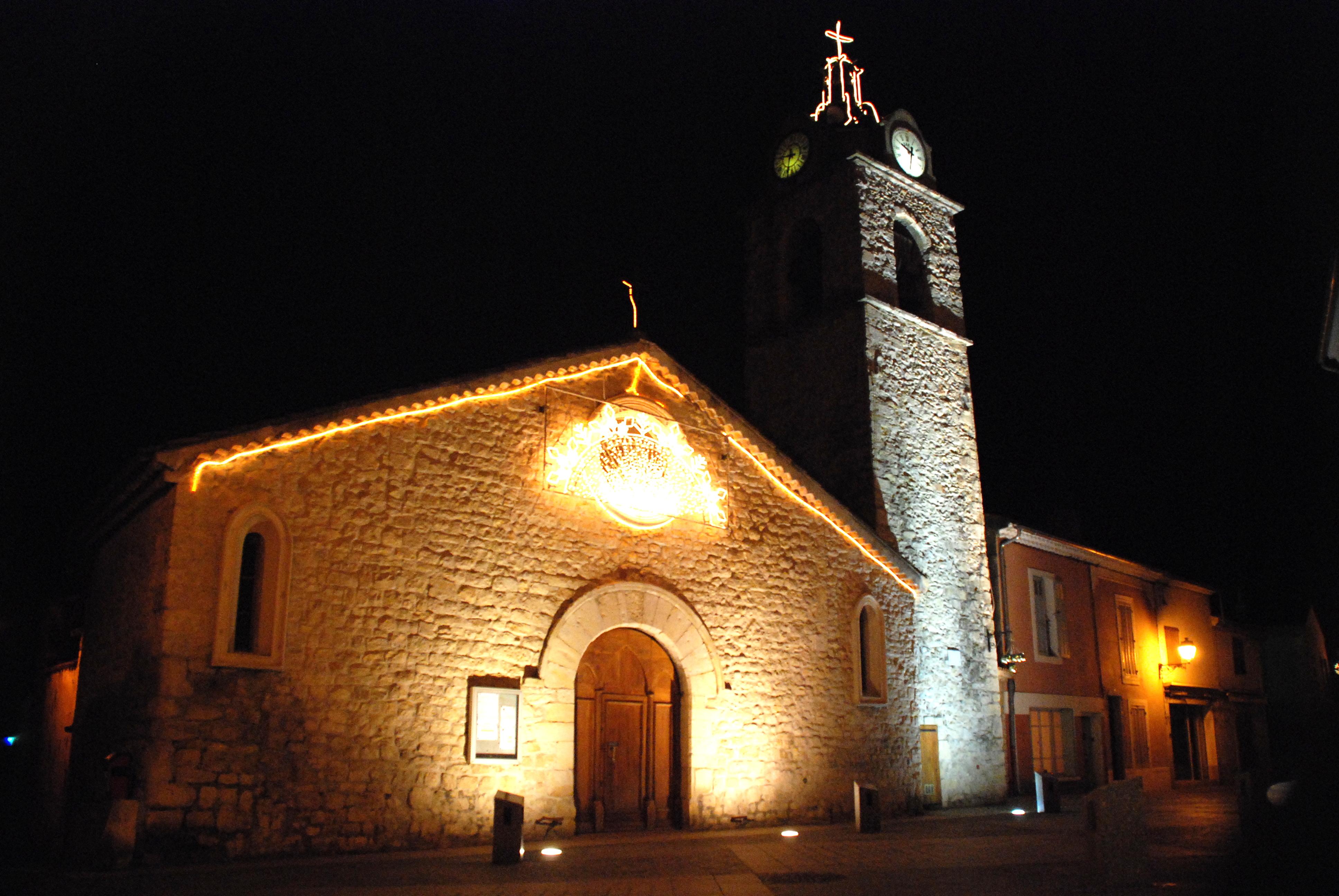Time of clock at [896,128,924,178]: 12:49
